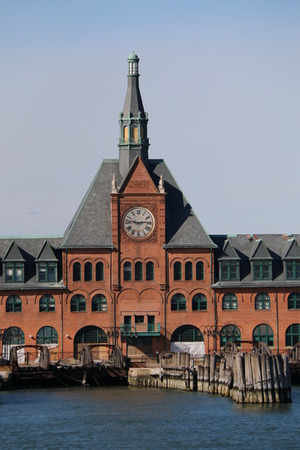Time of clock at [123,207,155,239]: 2:46
